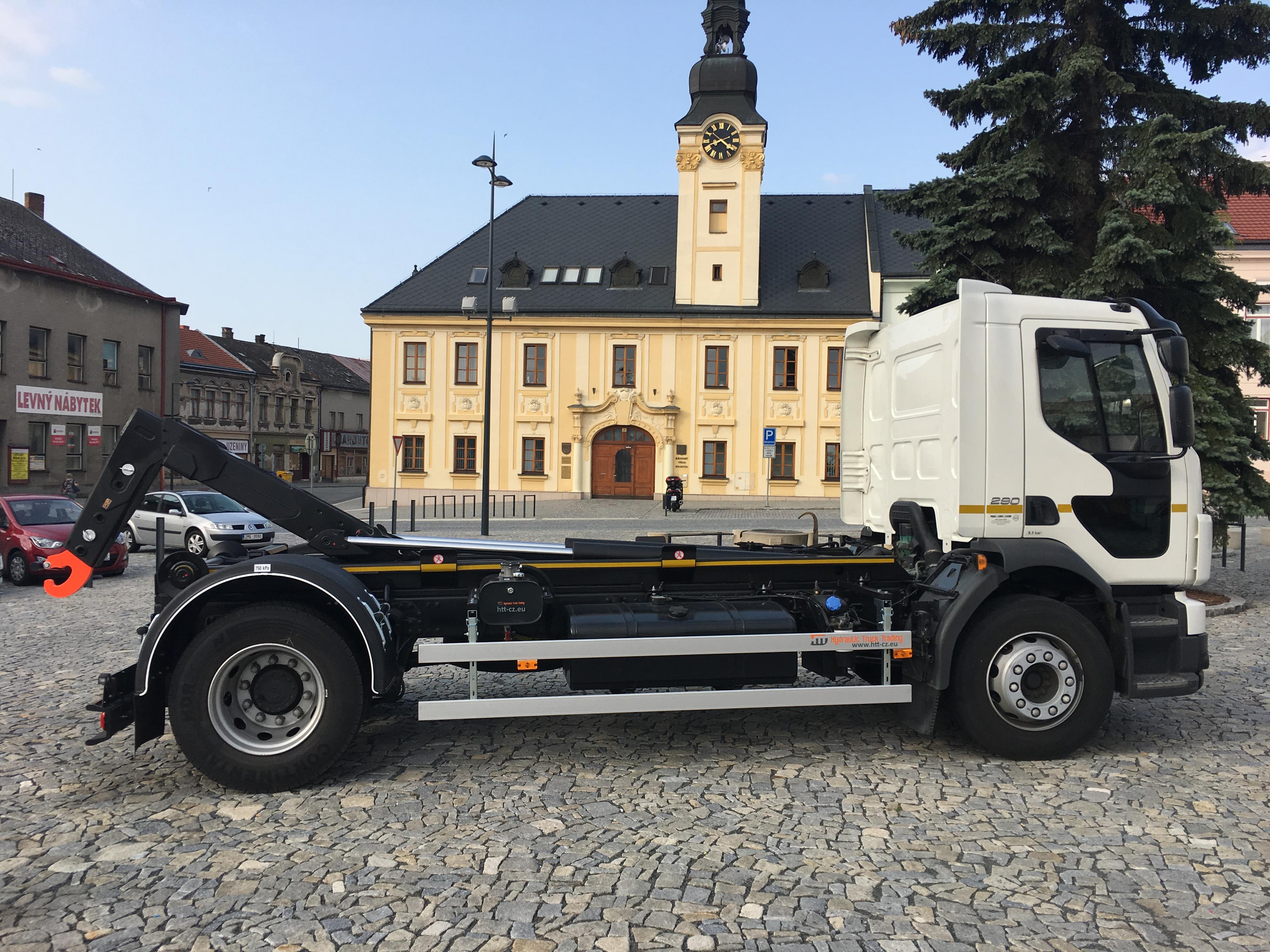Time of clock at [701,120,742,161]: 8:20
